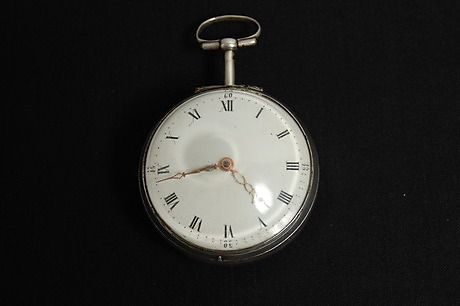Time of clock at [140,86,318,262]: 4:43
